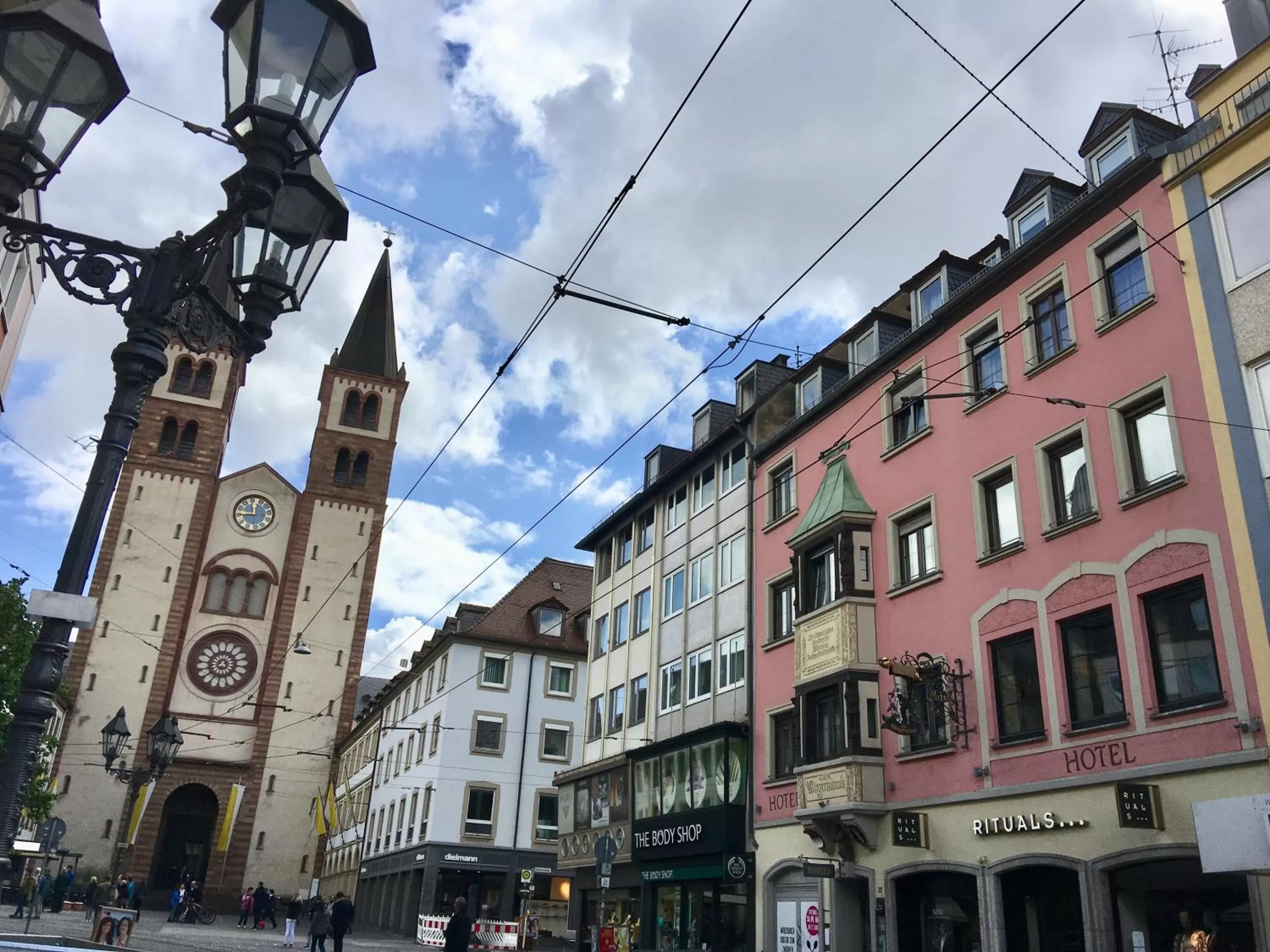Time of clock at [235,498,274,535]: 11:46
